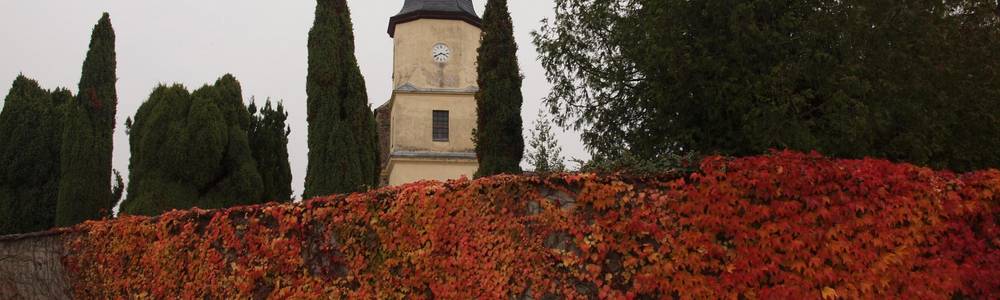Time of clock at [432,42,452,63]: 3:40
